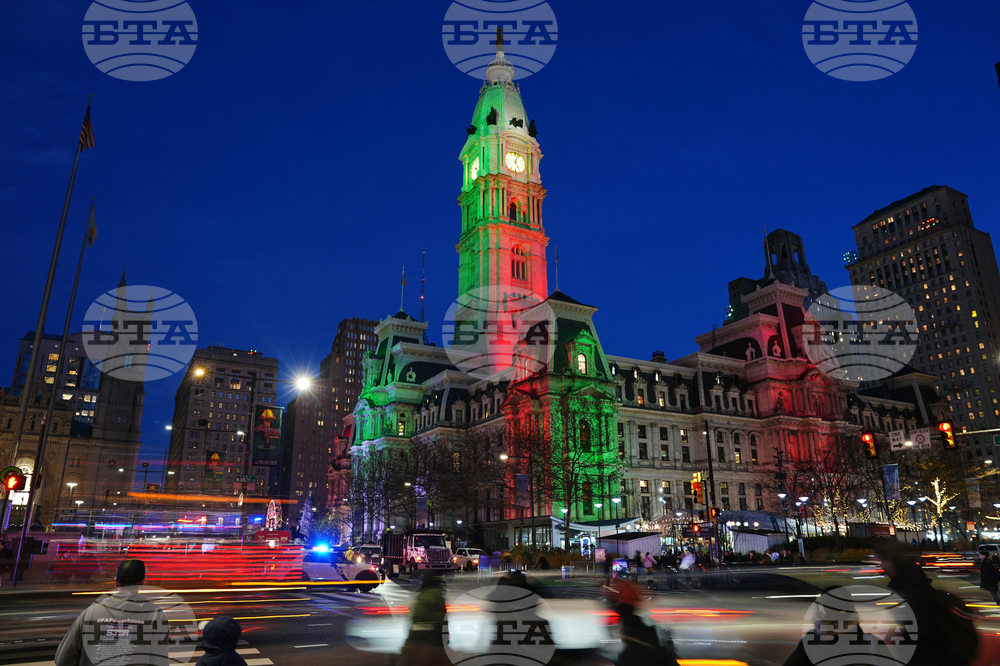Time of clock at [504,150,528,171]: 5:02
